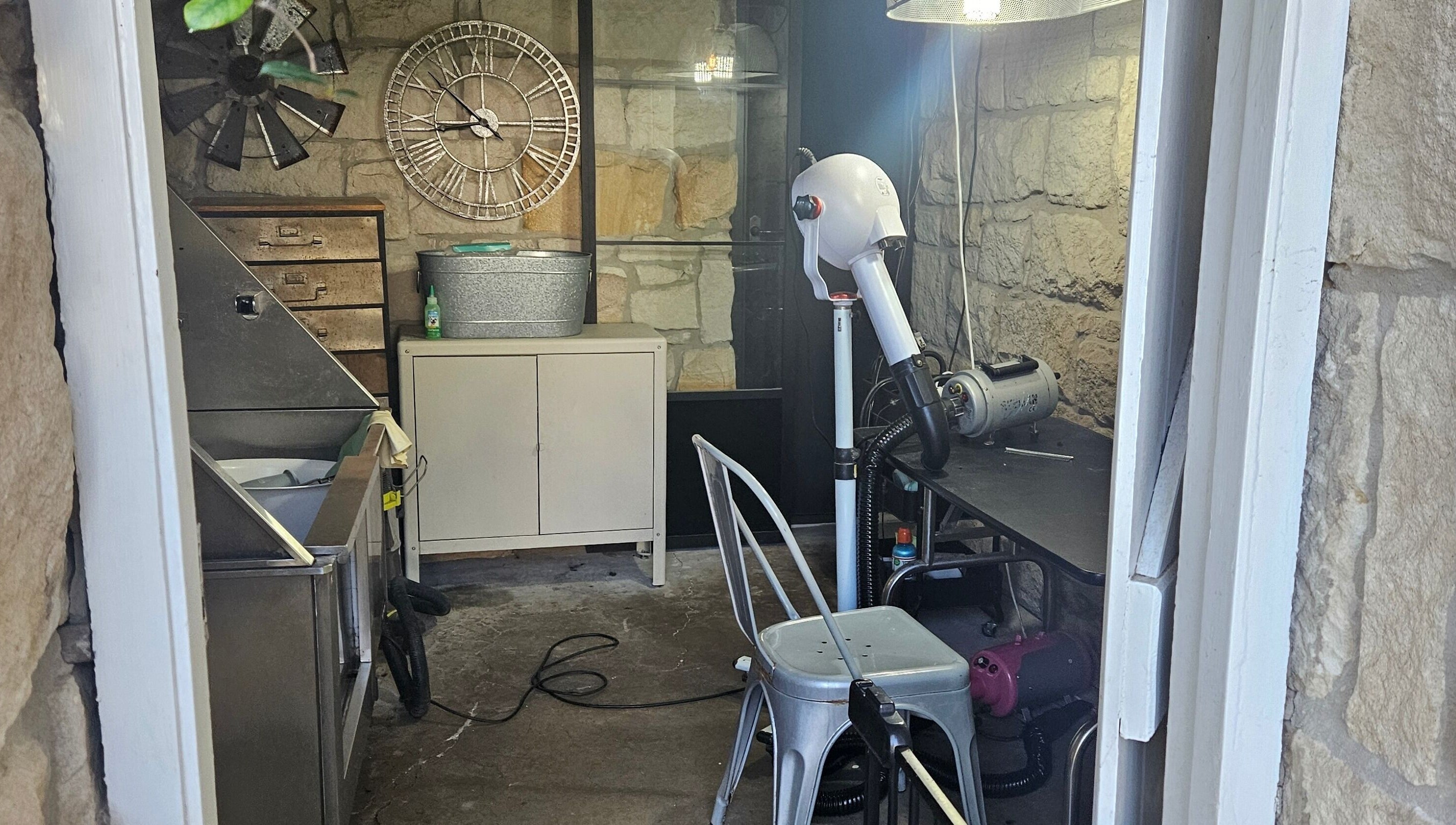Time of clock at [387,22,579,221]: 8:52
